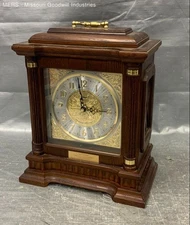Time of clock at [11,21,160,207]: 2:58
